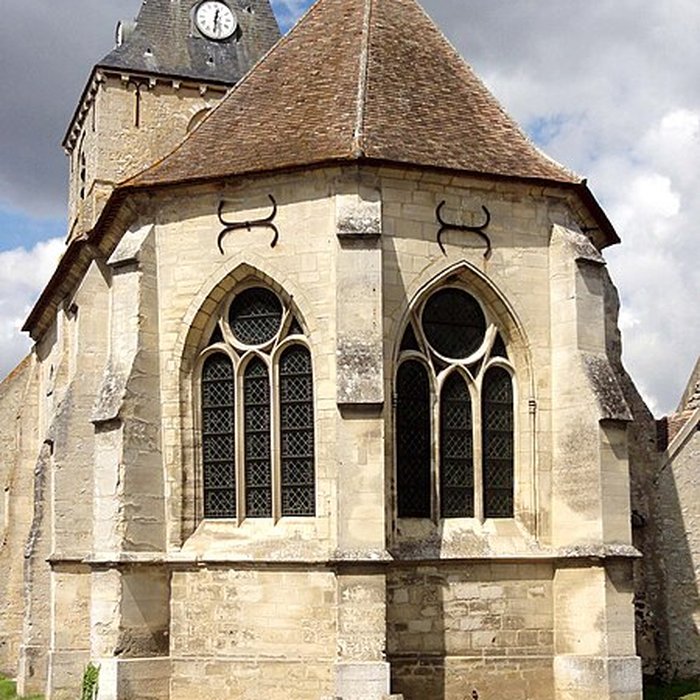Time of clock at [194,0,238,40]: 12:29
